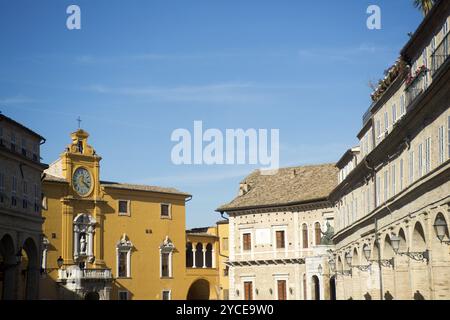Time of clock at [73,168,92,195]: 12:20
